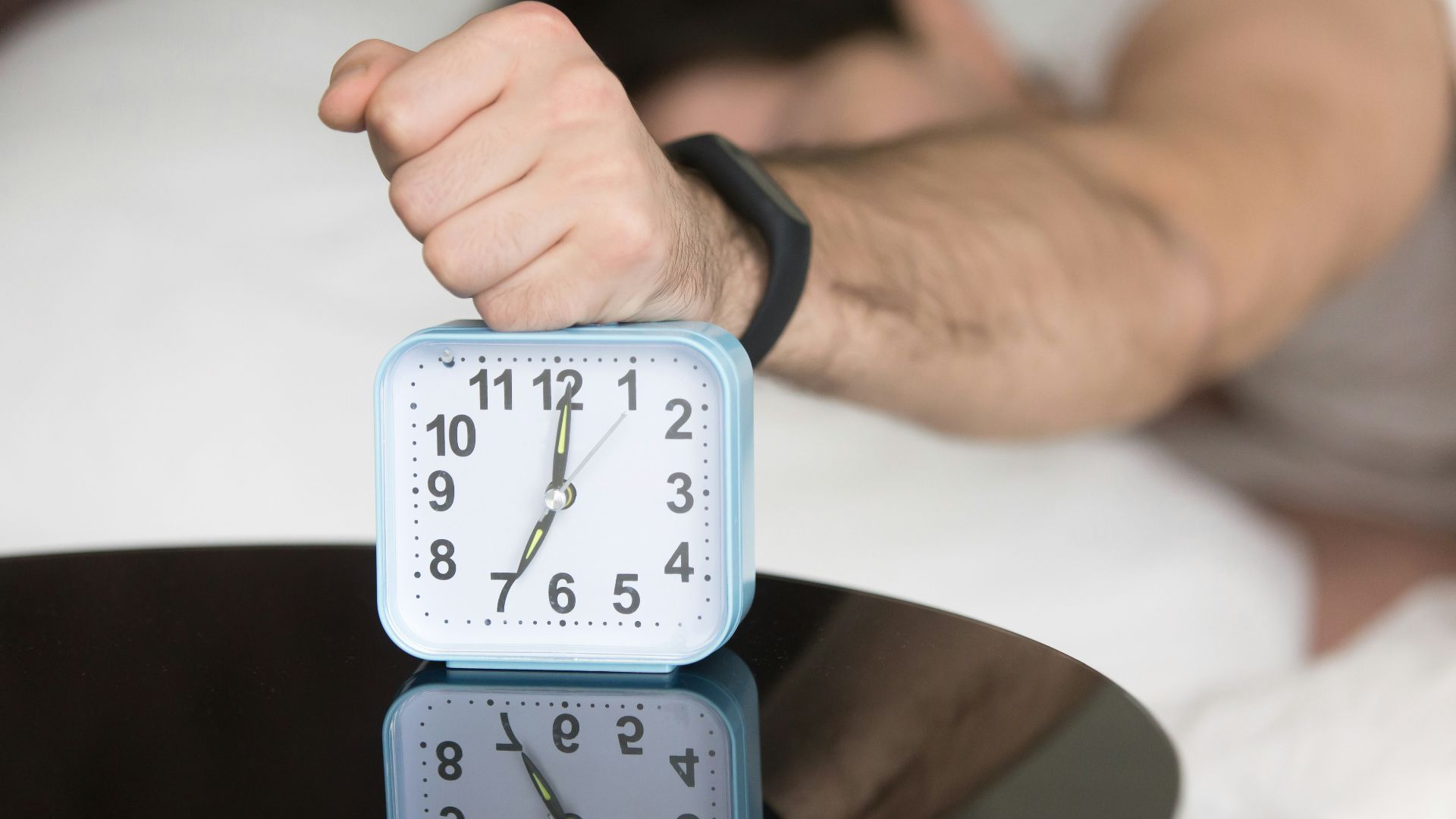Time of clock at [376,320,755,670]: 7:00
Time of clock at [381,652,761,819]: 12:34
